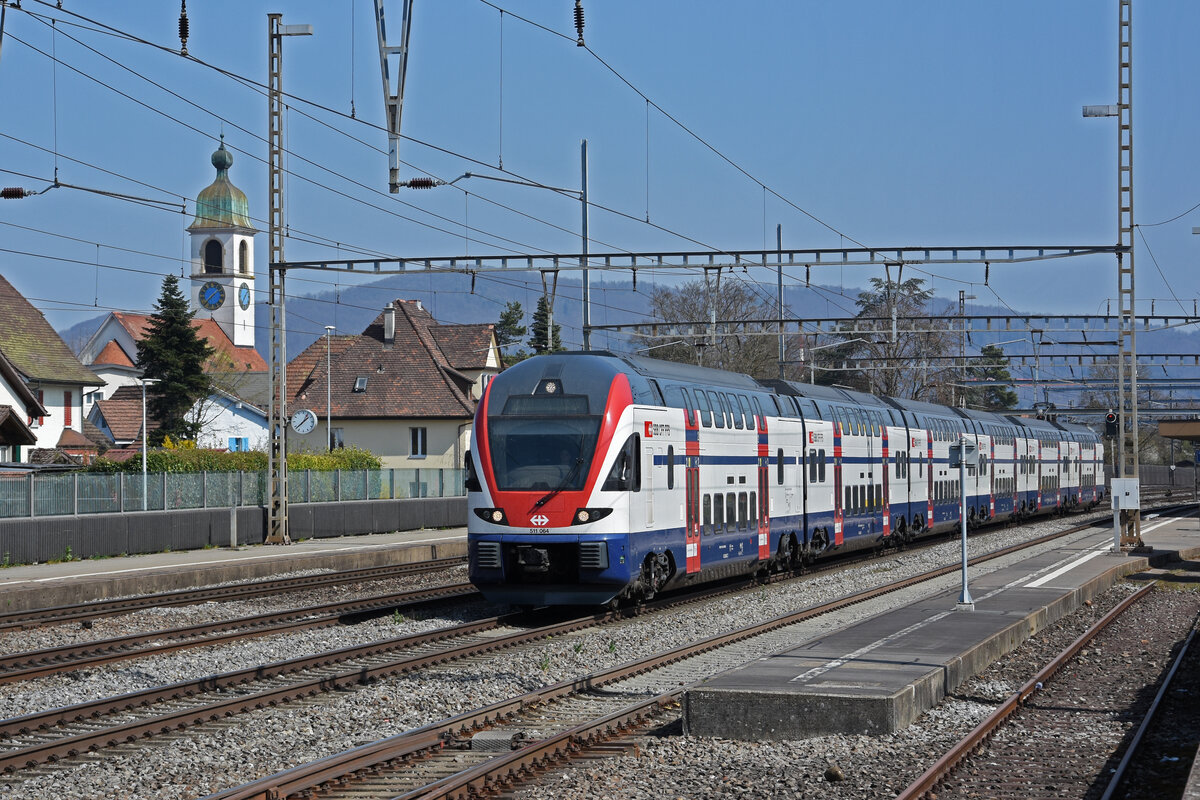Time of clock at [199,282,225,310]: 1:37
